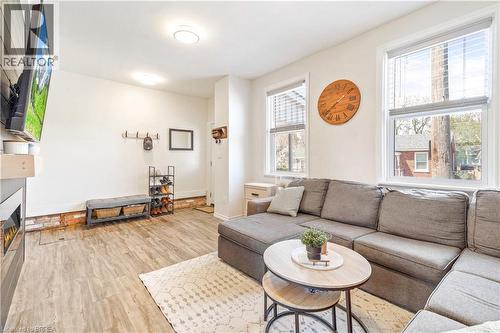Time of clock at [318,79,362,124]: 1:38
